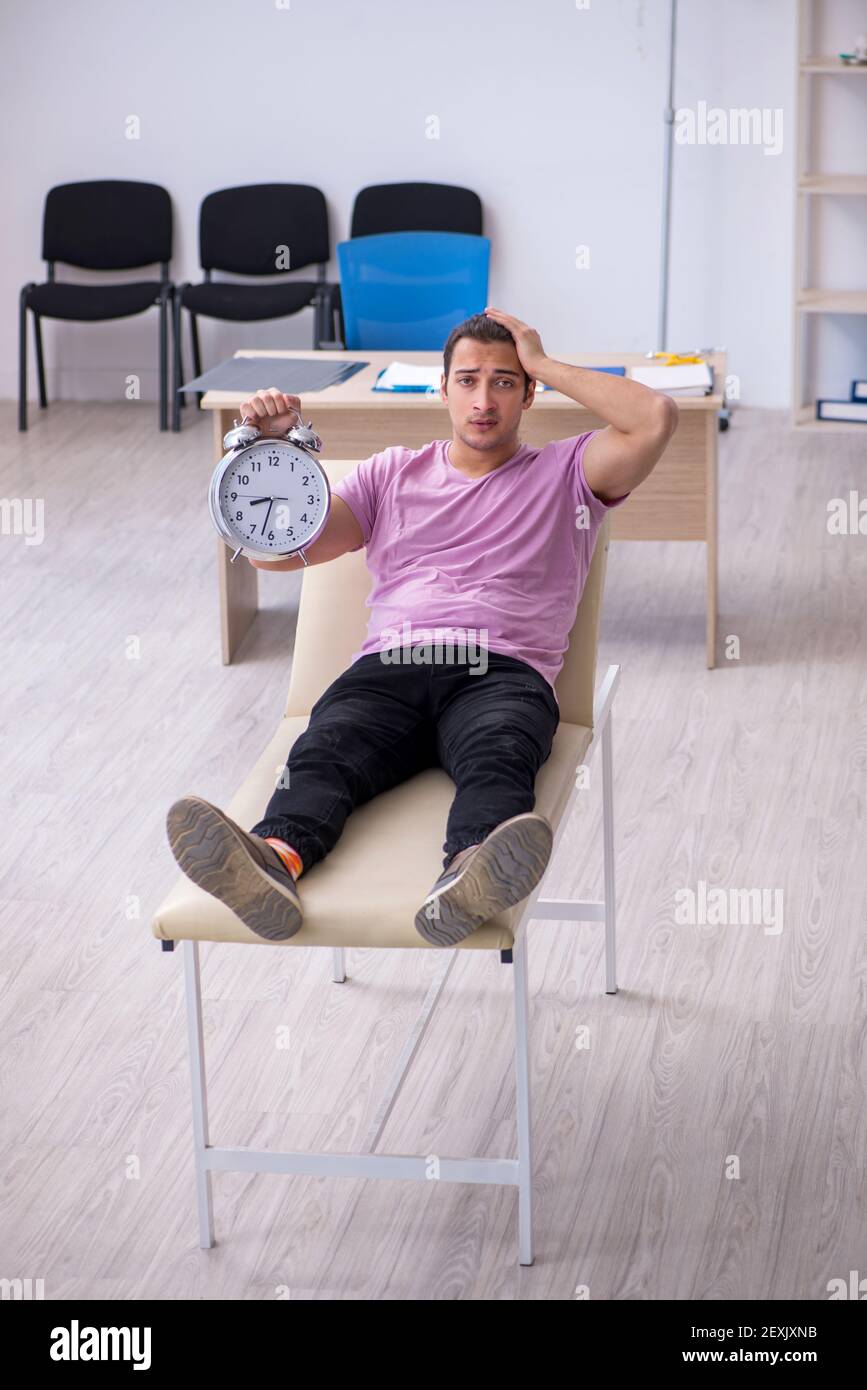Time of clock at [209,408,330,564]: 8:32
